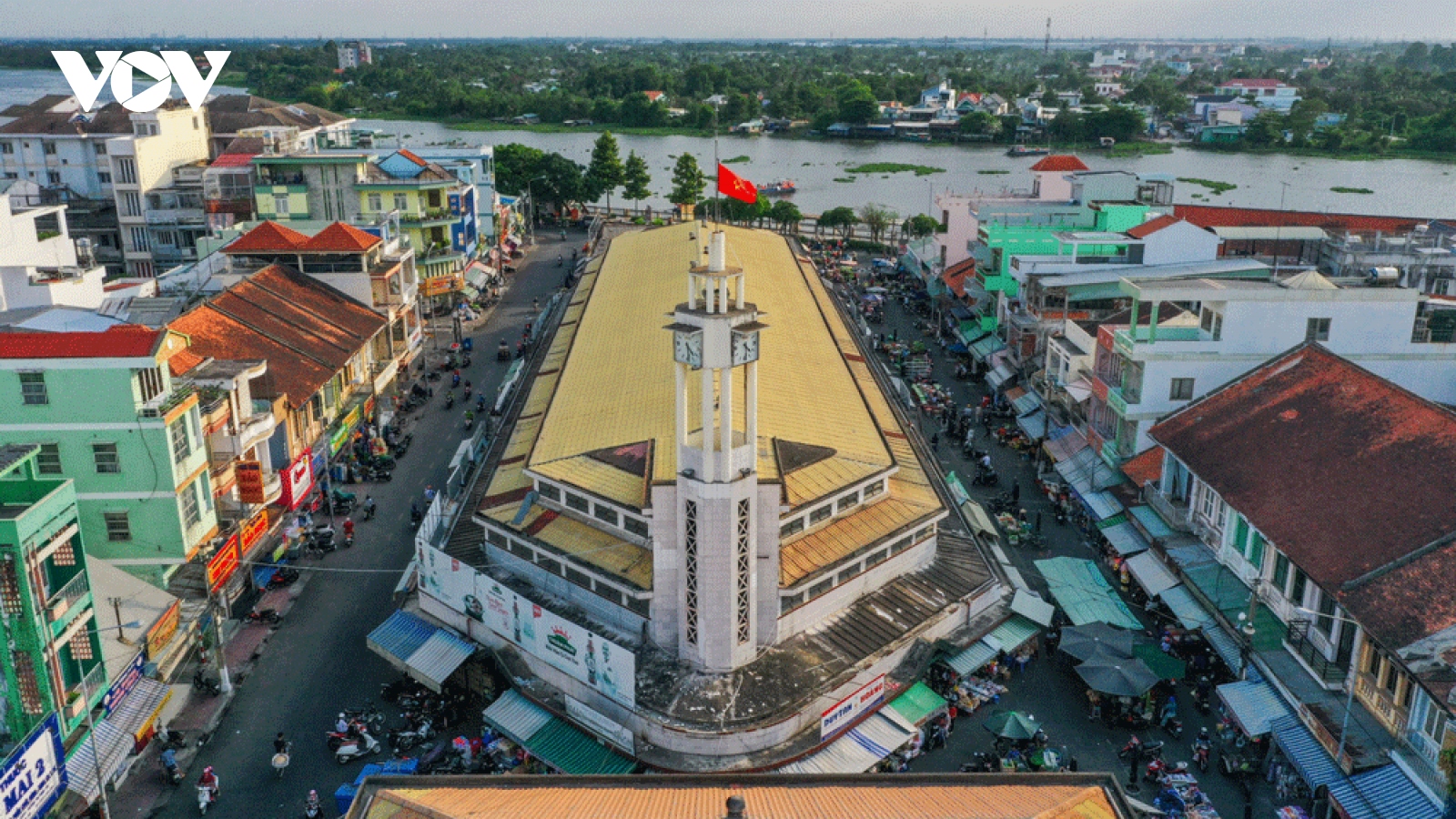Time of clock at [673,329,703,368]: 4:29
